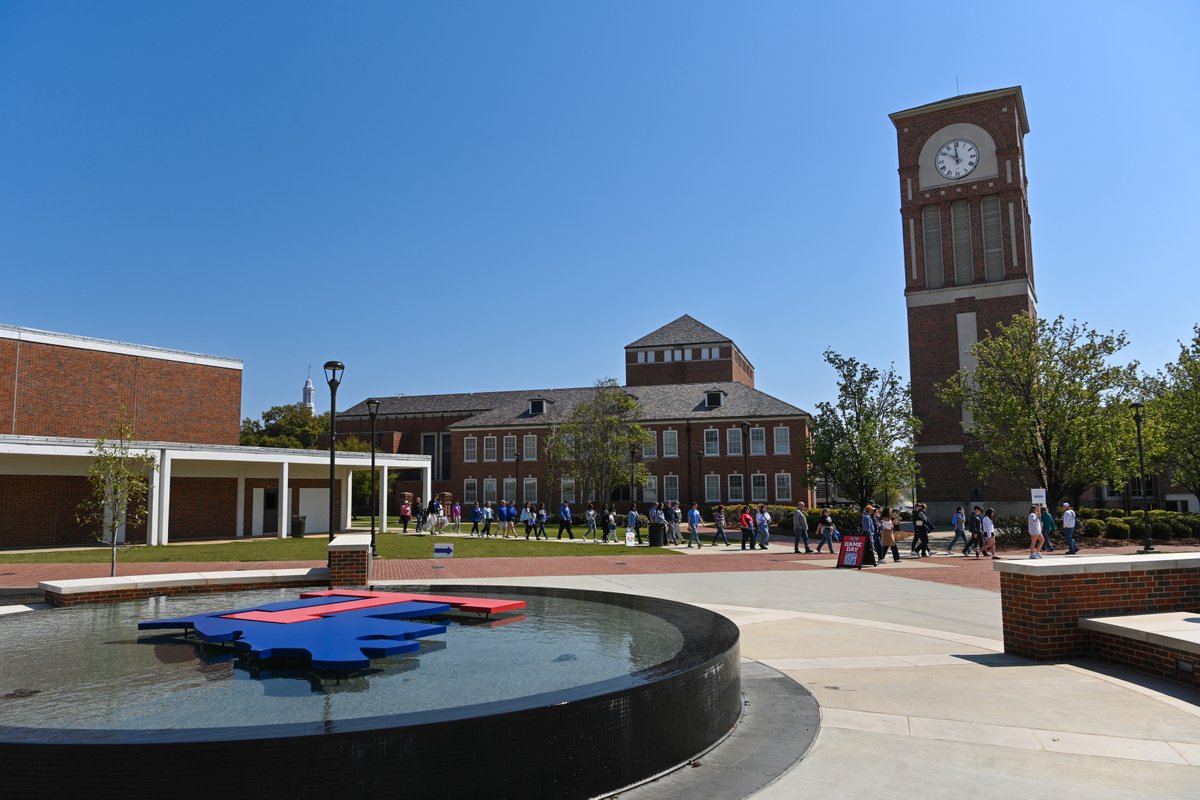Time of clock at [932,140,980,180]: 11:50
